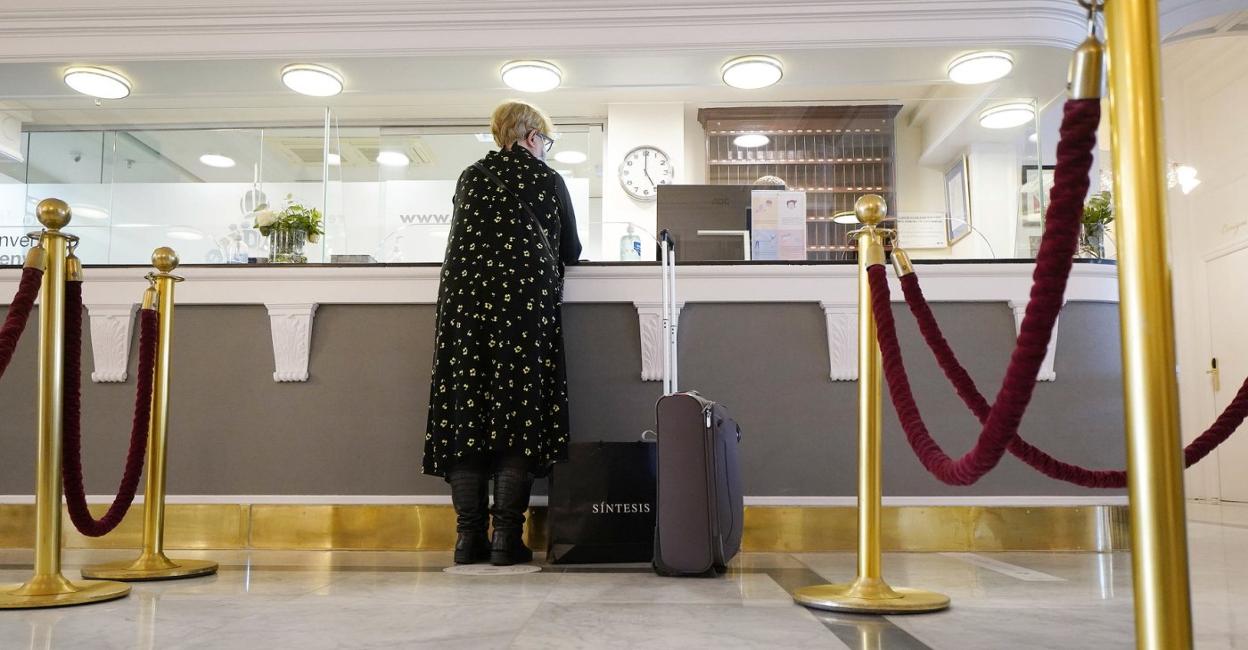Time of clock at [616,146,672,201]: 5:00
